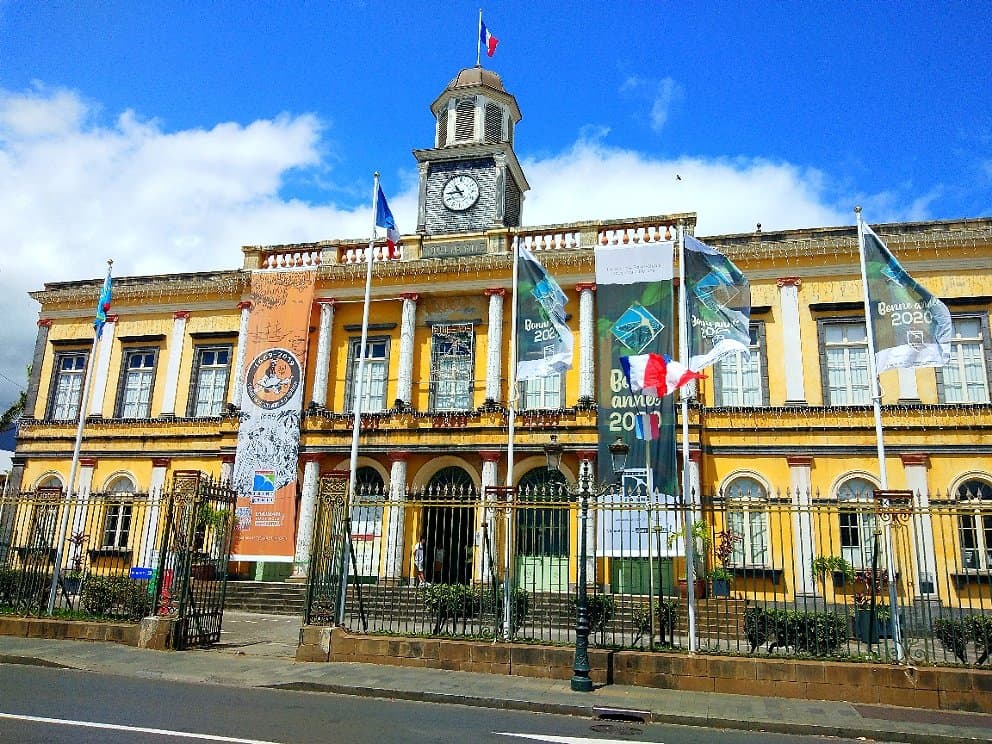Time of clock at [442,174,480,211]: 10:45
